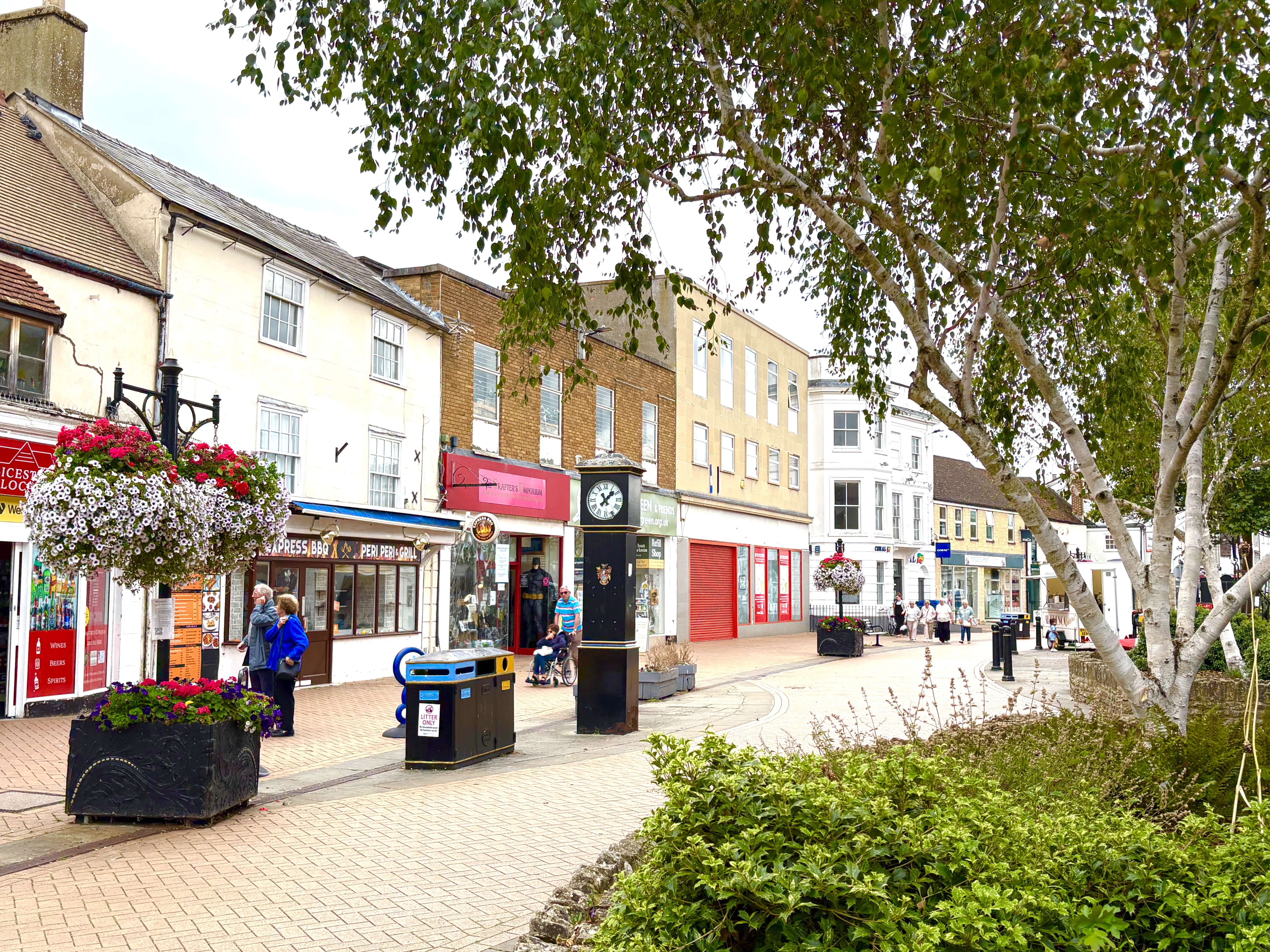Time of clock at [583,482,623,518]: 11:07
